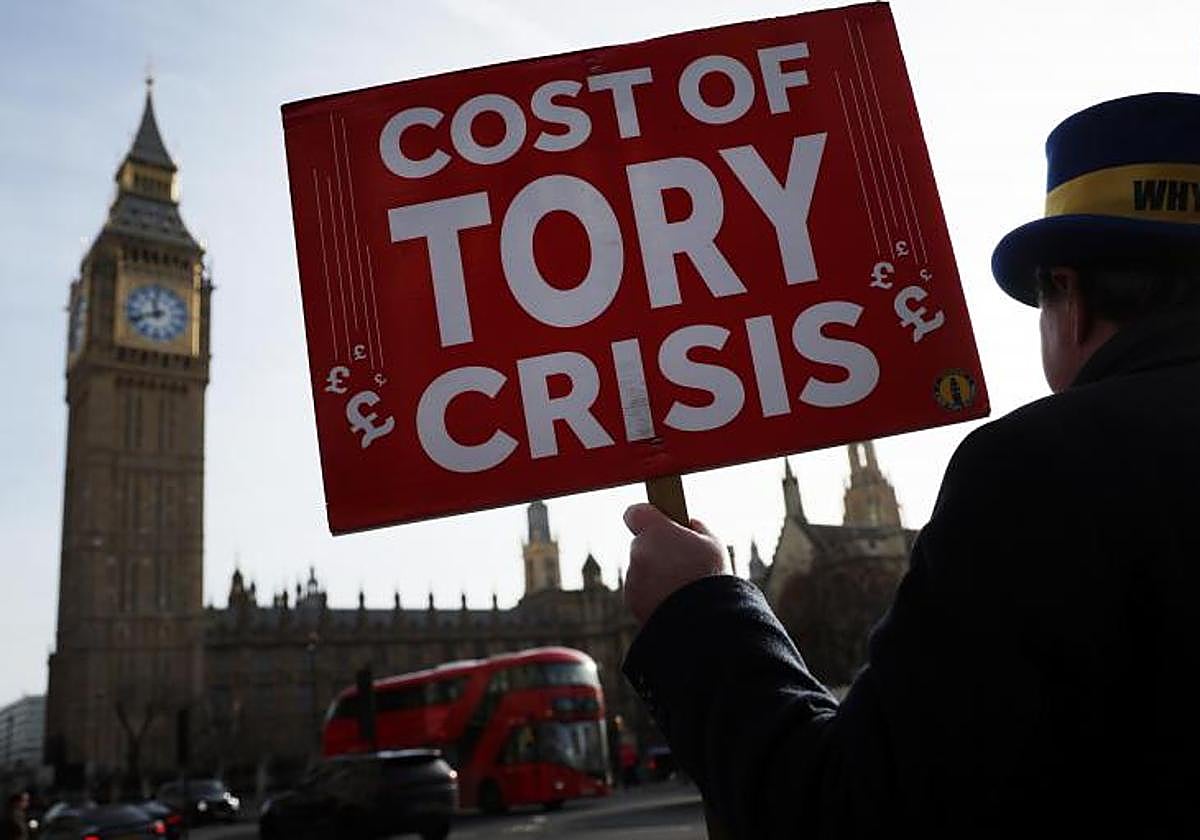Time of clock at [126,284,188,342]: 11:41
